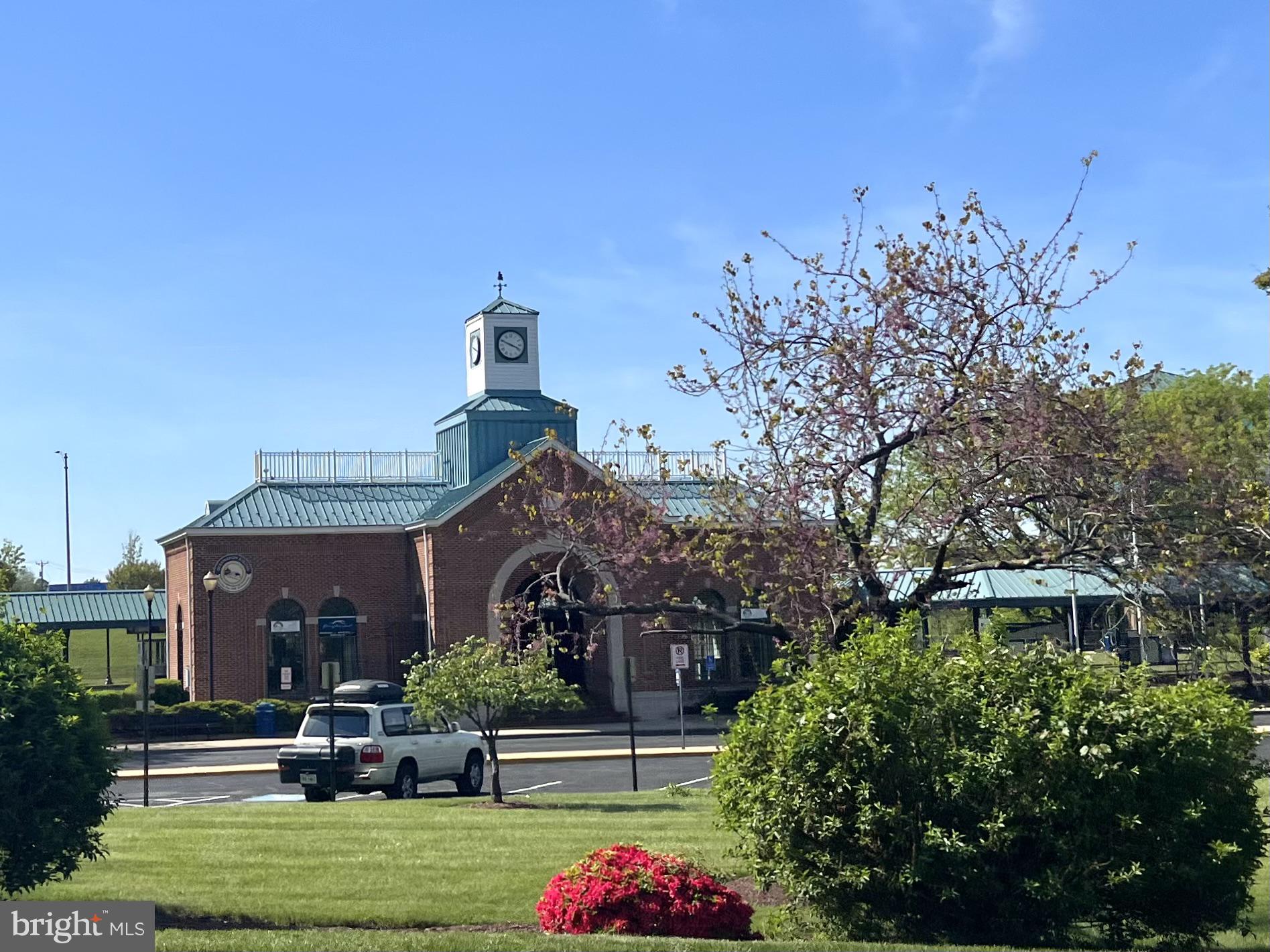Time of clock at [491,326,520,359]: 3:48
